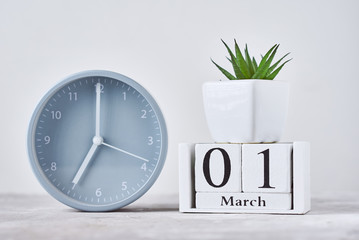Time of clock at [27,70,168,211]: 7:00
